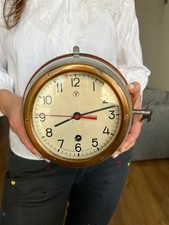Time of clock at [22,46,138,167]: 8:12
